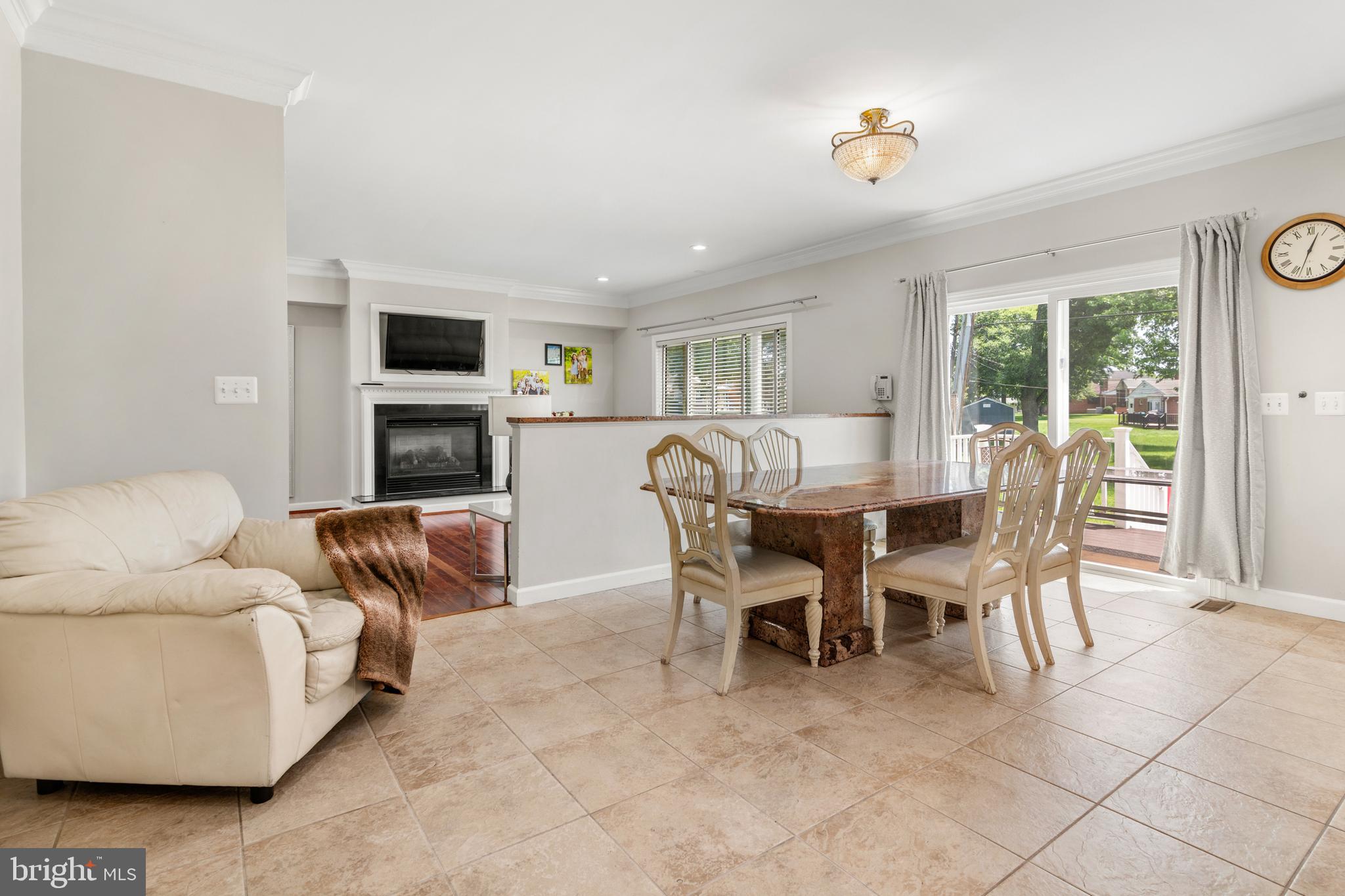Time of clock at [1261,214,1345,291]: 12:32
